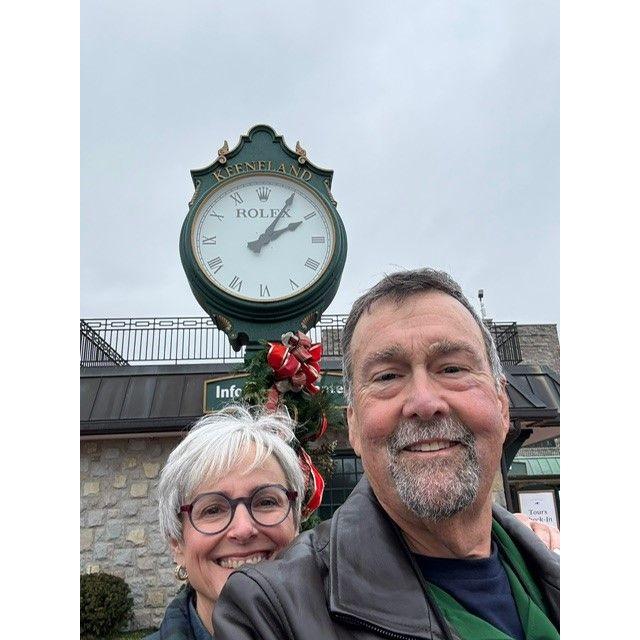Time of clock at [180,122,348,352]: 2:05
